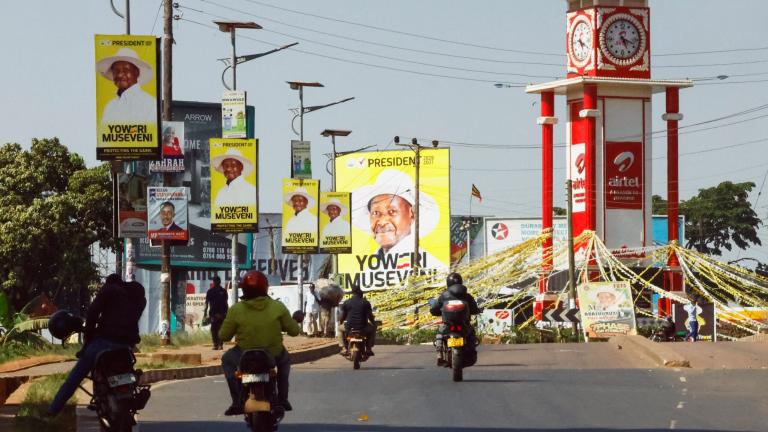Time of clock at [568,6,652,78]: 5:18
